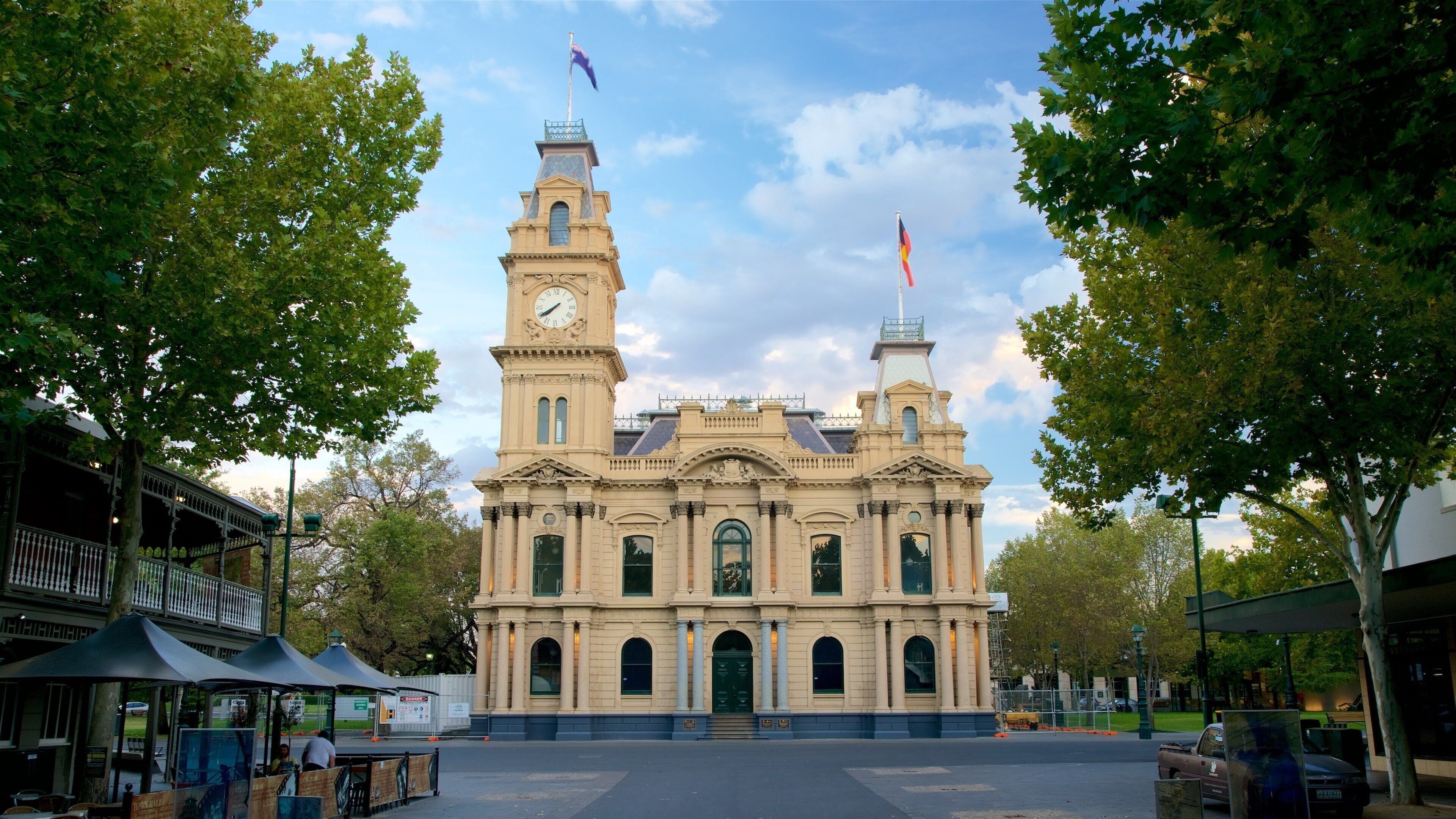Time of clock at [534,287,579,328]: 7:39
